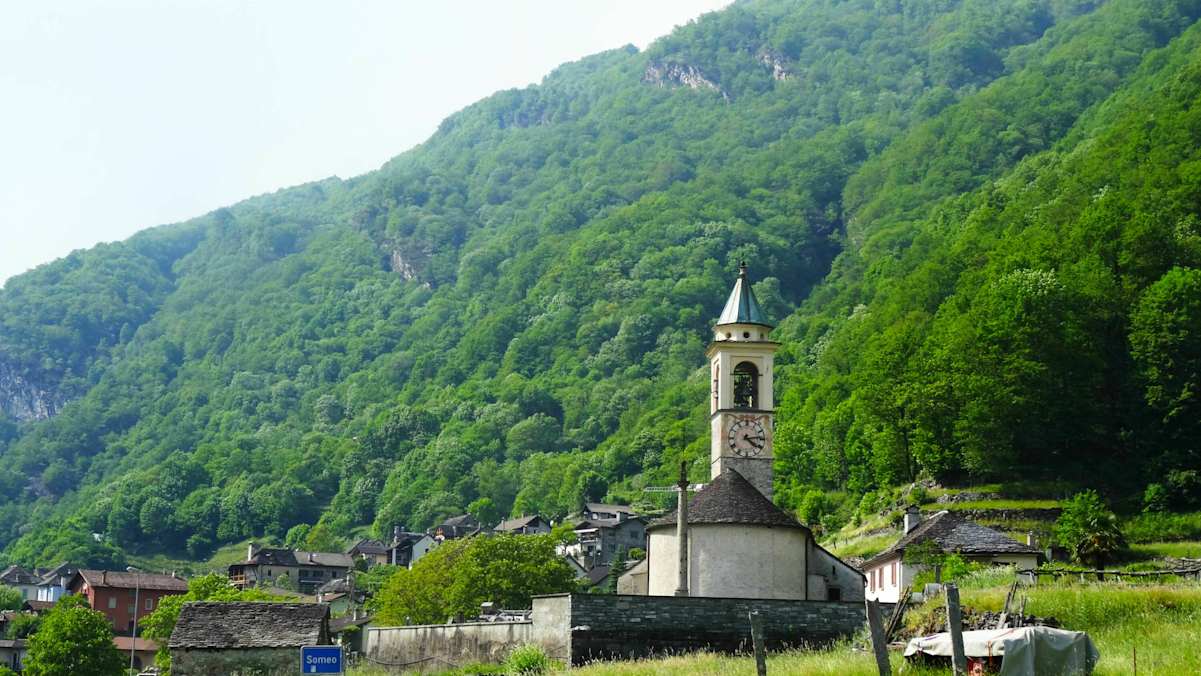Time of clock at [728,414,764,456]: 4:13
